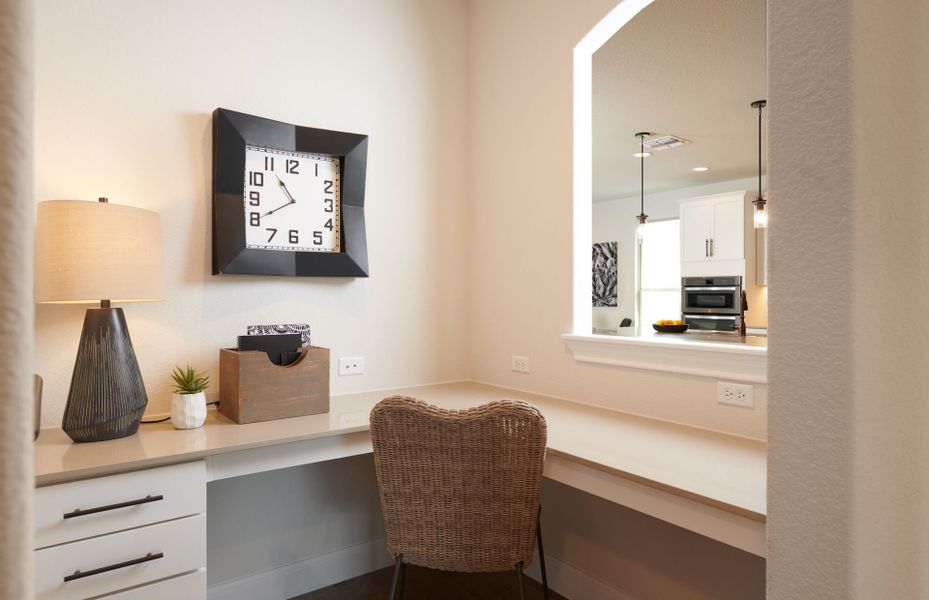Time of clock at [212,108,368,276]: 10:40
